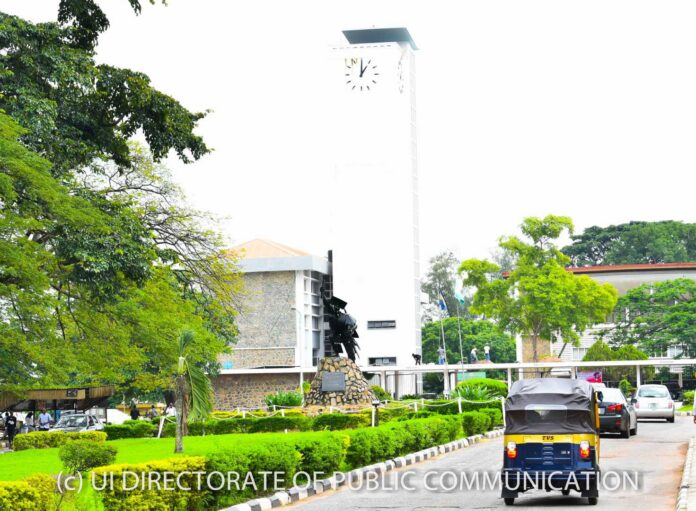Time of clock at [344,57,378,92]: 1:00
